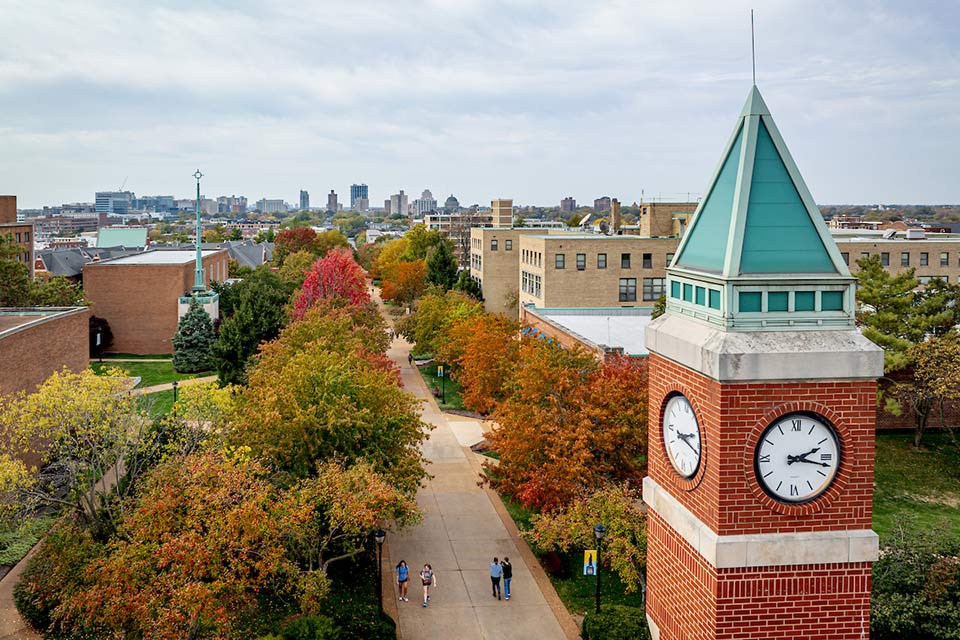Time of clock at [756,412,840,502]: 2:17
